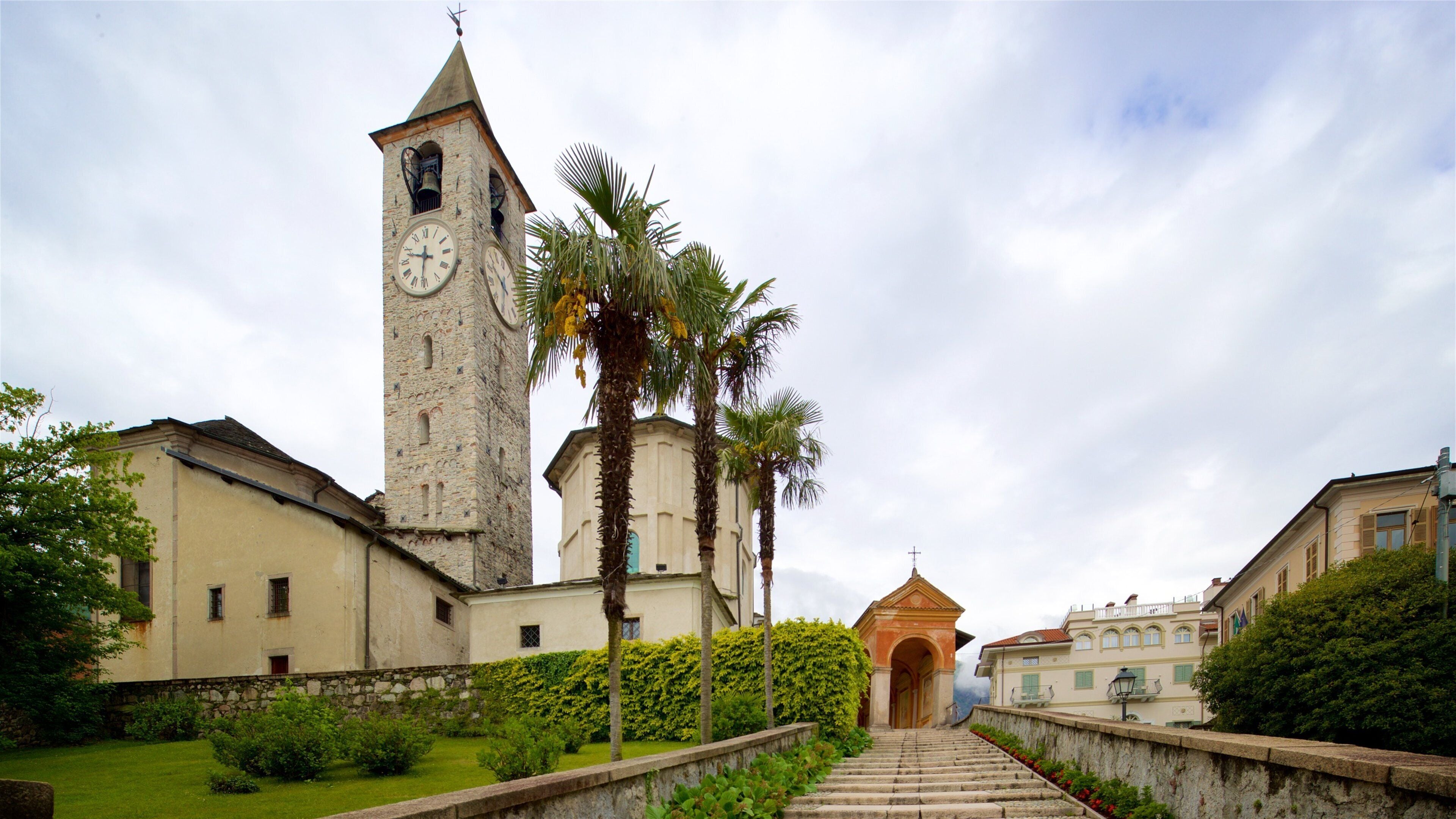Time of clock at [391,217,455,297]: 9:31
